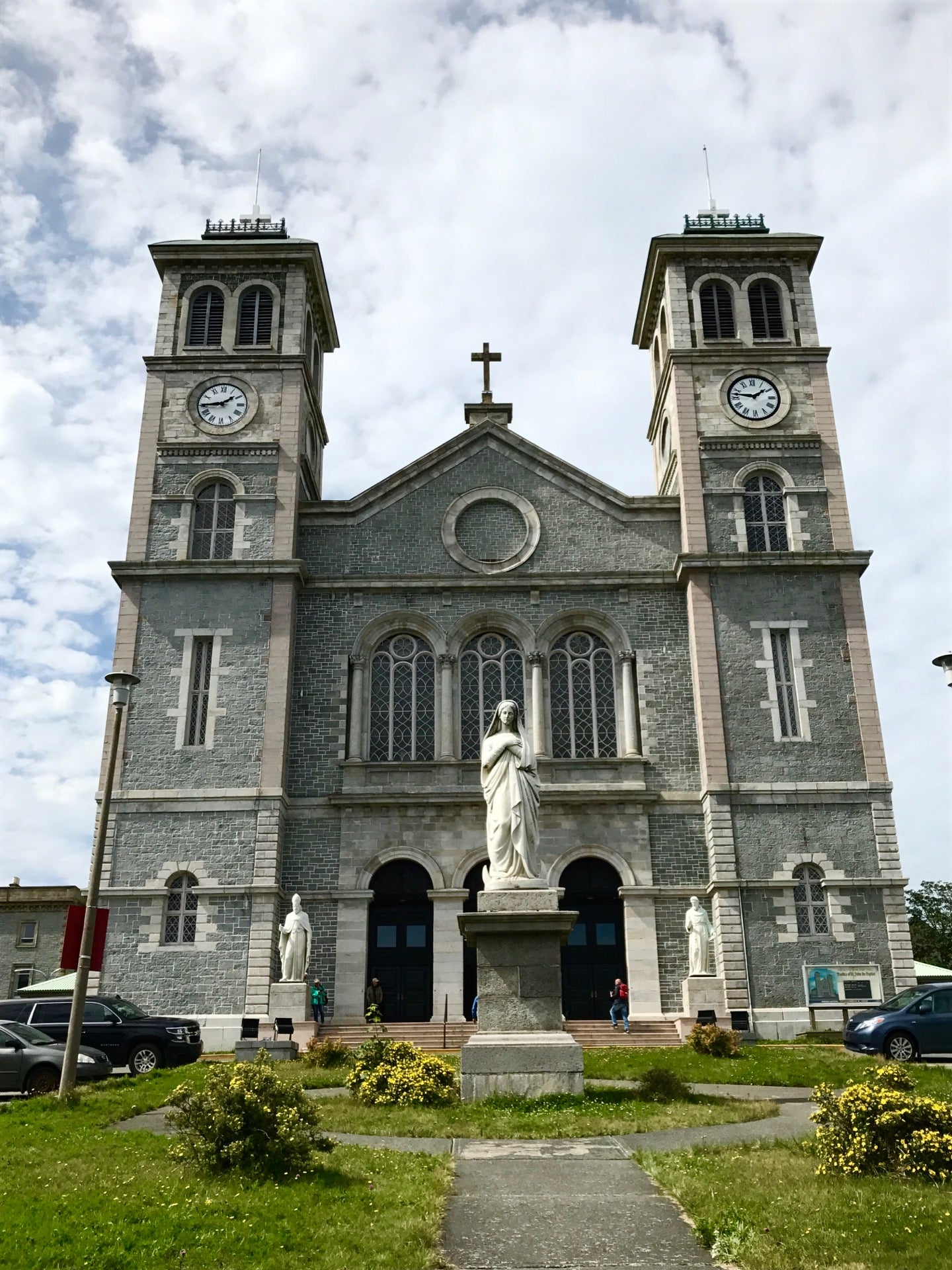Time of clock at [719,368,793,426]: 1:46
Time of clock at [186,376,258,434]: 1:44
